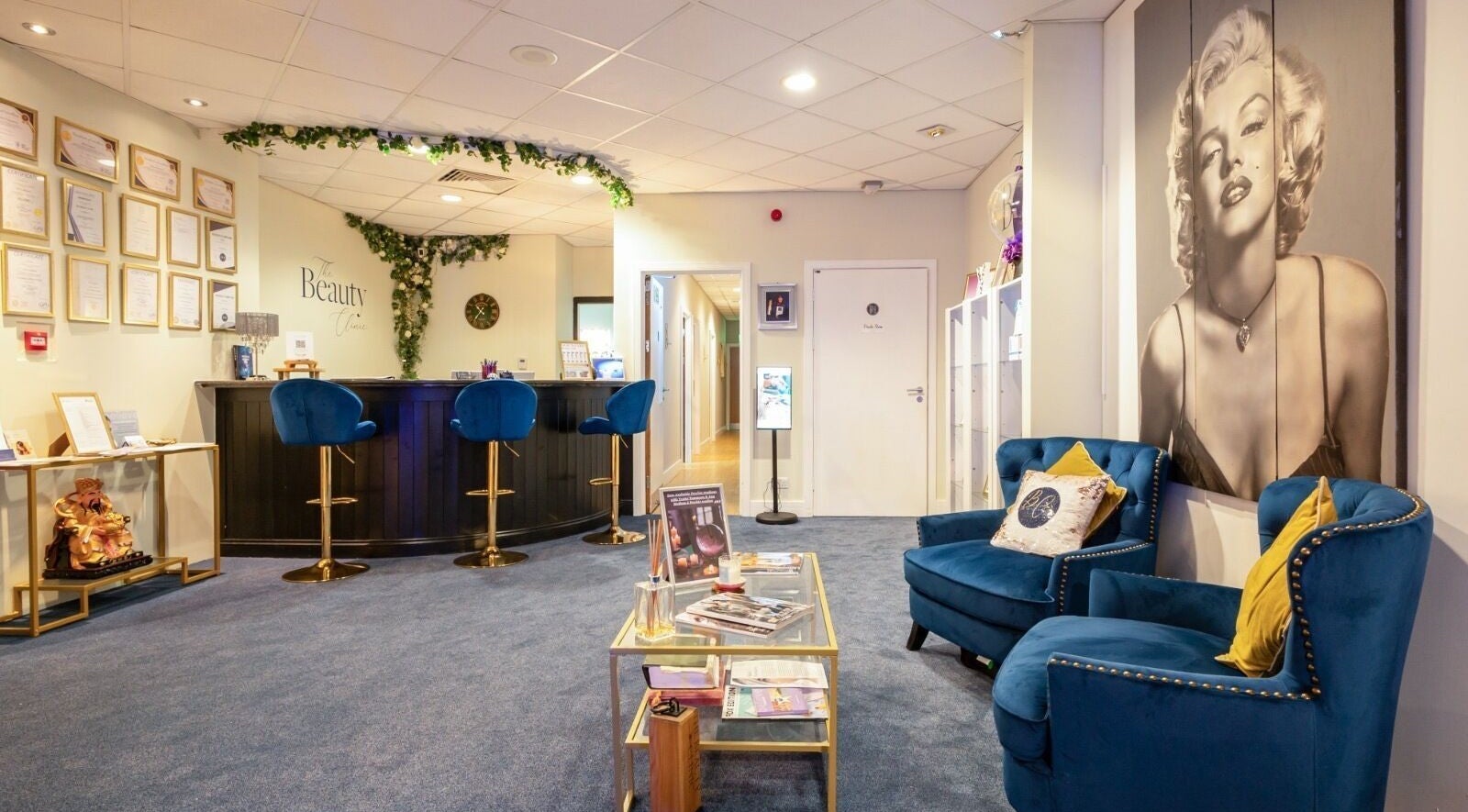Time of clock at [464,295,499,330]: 10:36
